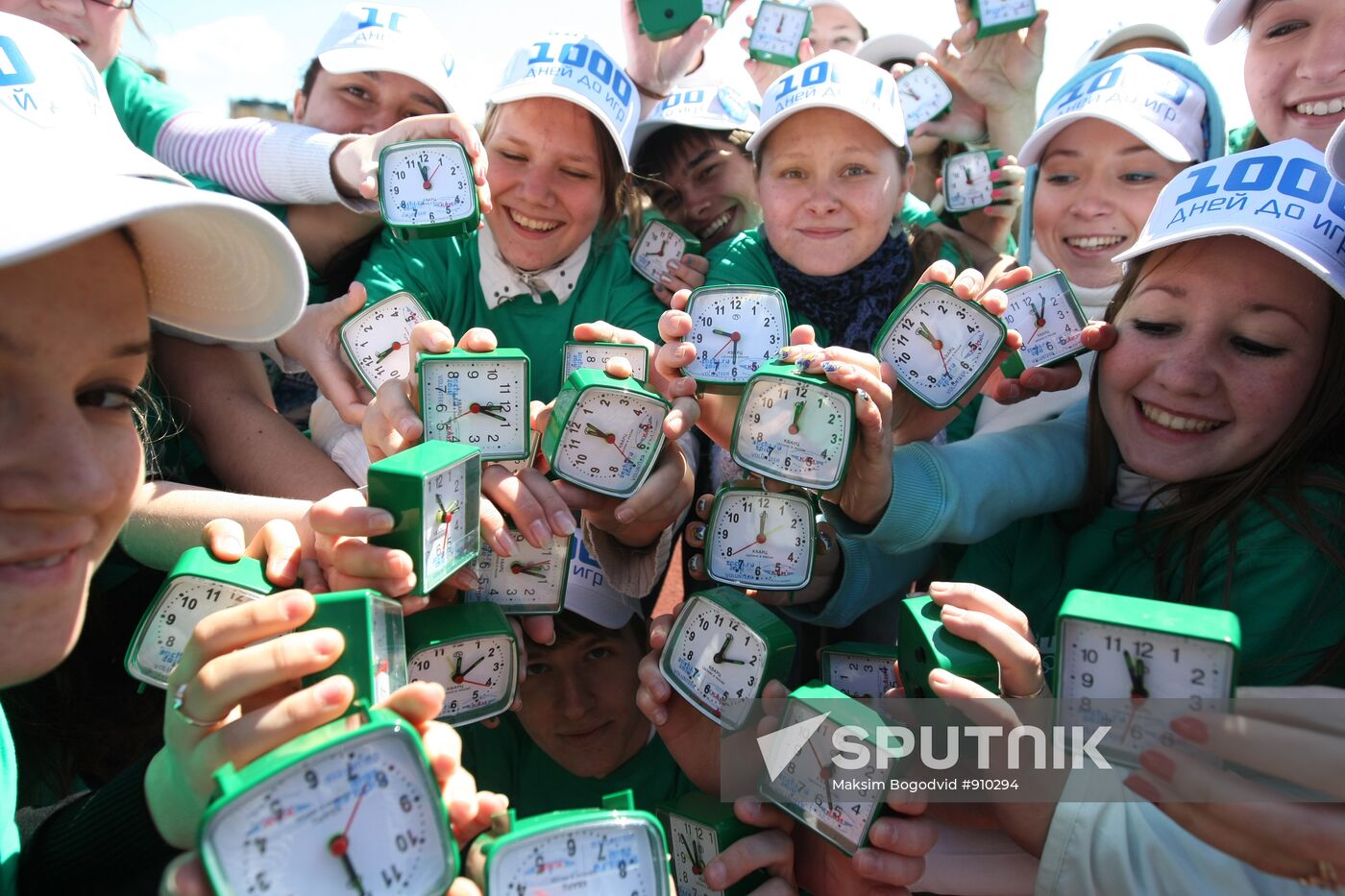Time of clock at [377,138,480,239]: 11:57
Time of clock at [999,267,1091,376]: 12:06
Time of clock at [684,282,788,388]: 9:30
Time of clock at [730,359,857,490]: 12:00
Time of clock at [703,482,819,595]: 12:00
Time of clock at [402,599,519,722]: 12:09
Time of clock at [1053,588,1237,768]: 11:56
